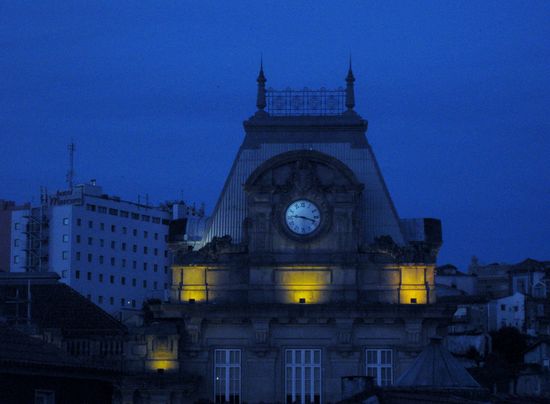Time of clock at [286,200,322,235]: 9:18
